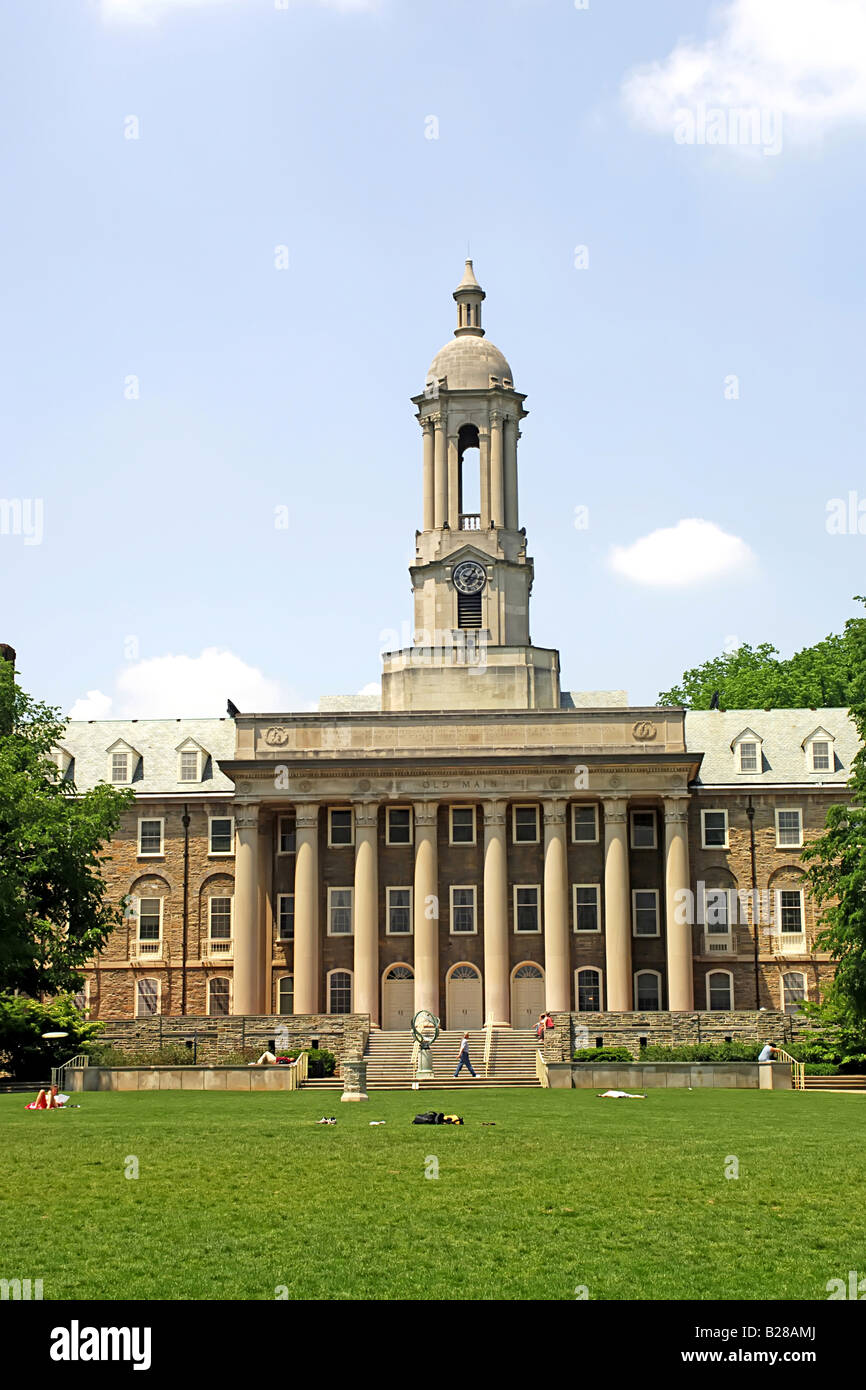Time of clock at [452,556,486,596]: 1:16
